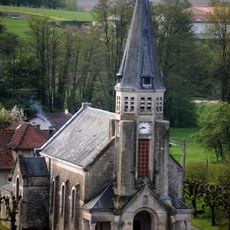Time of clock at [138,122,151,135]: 9:43
